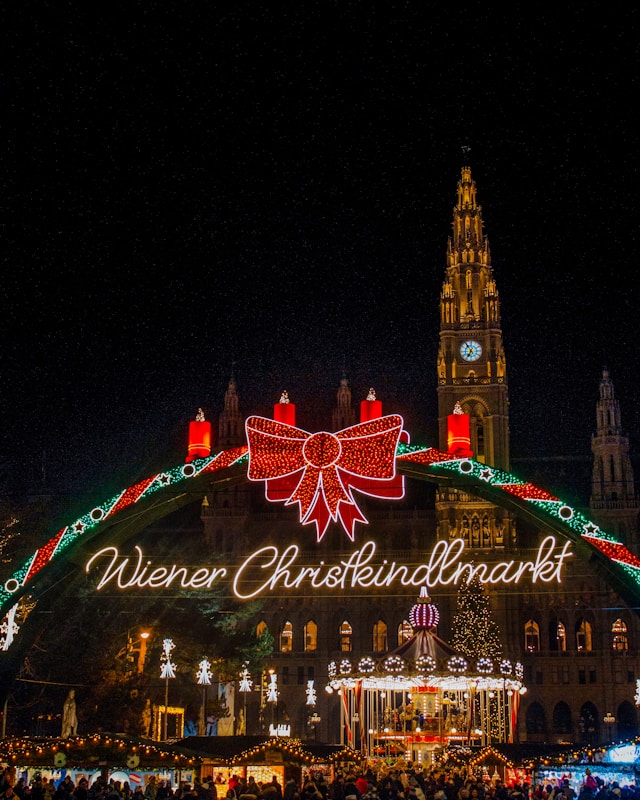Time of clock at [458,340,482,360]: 6:54
